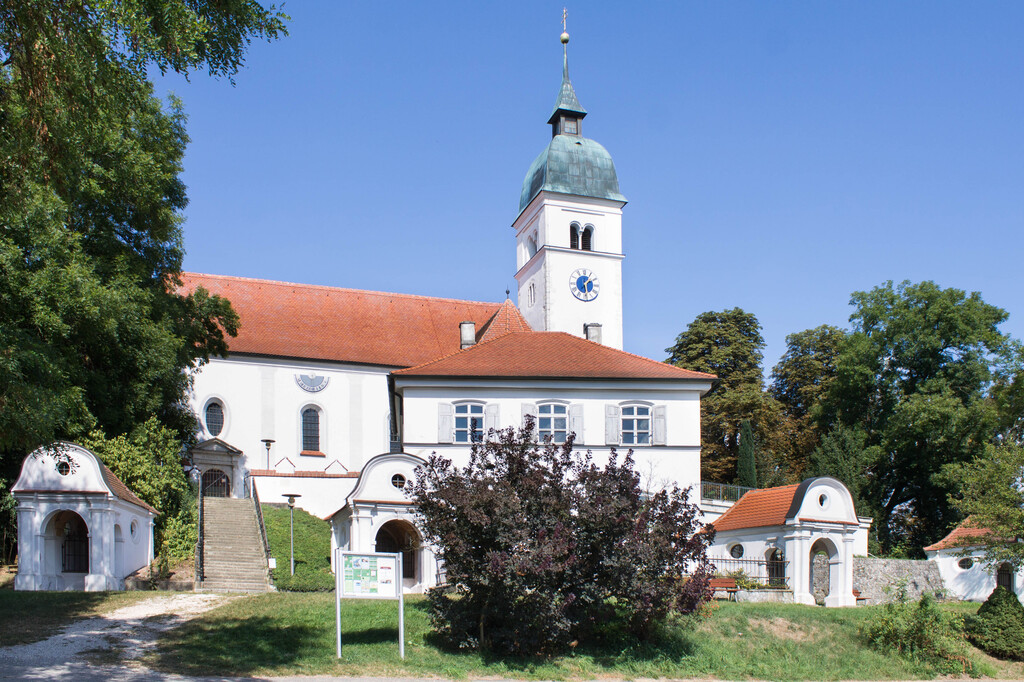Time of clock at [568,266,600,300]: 1:28
